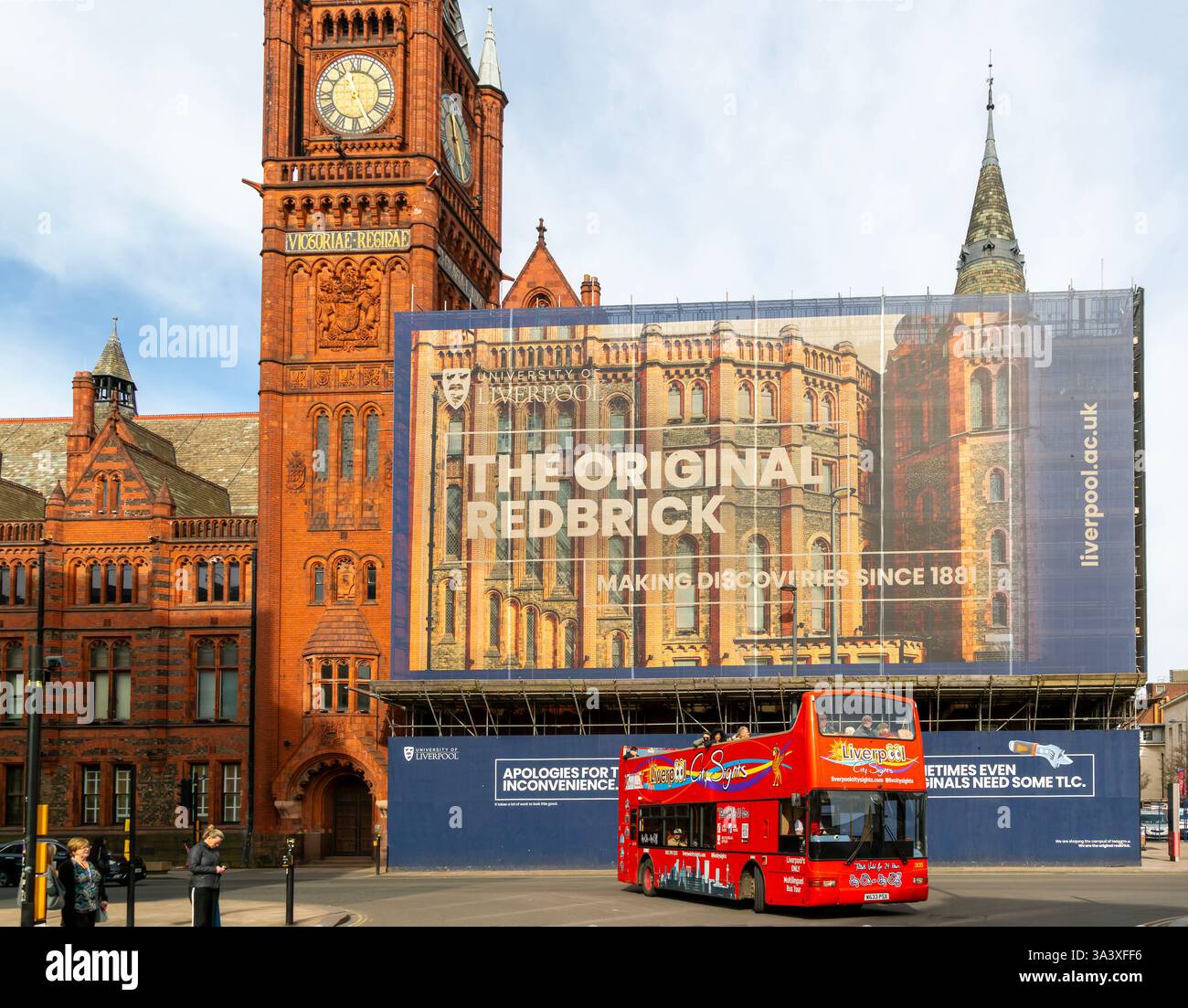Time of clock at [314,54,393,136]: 11:25
